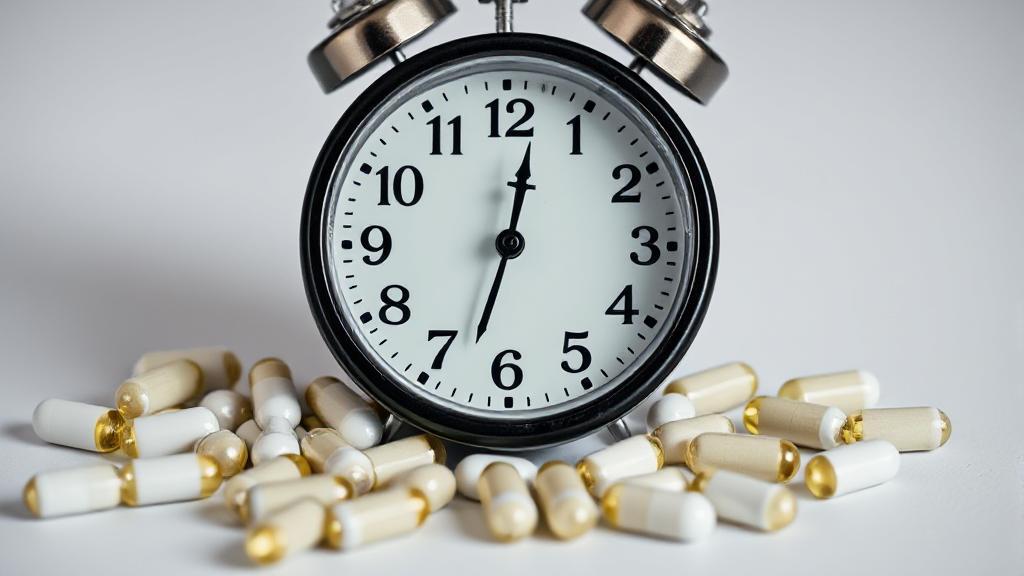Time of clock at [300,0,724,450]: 12:32
